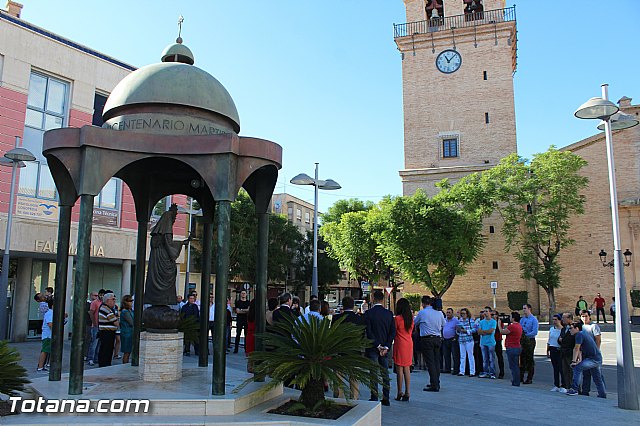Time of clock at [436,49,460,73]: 11:07
